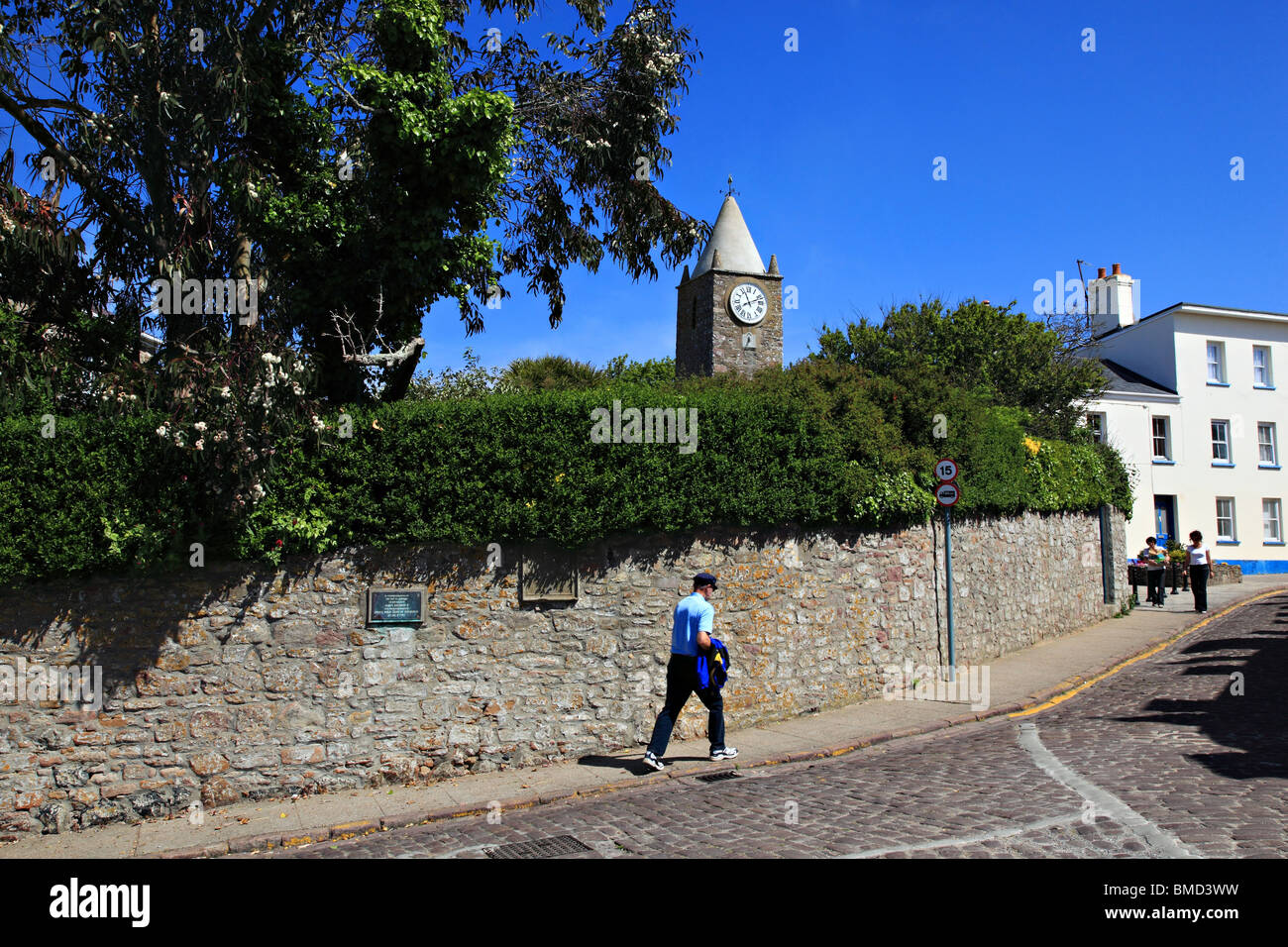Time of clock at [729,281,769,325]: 11:11
